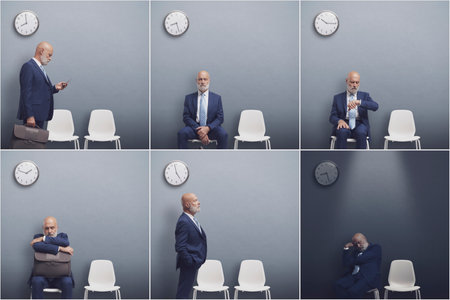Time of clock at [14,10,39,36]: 7:58
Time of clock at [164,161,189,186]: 4:57
